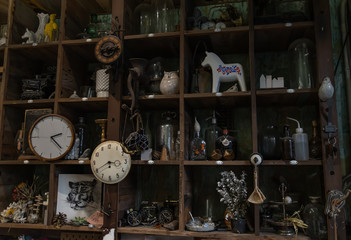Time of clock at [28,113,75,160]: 2:22
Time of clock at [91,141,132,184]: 3:40
